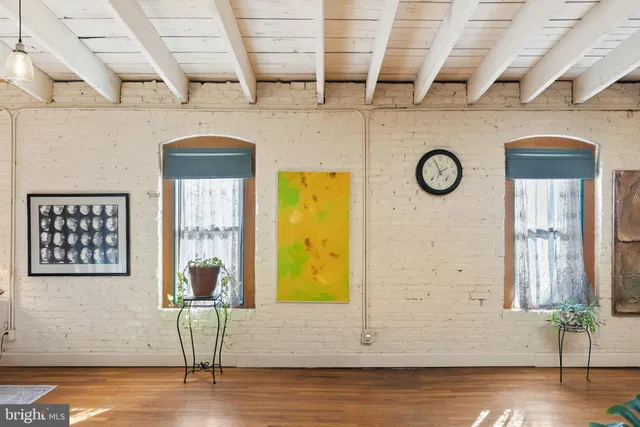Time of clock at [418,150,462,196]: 1:56
